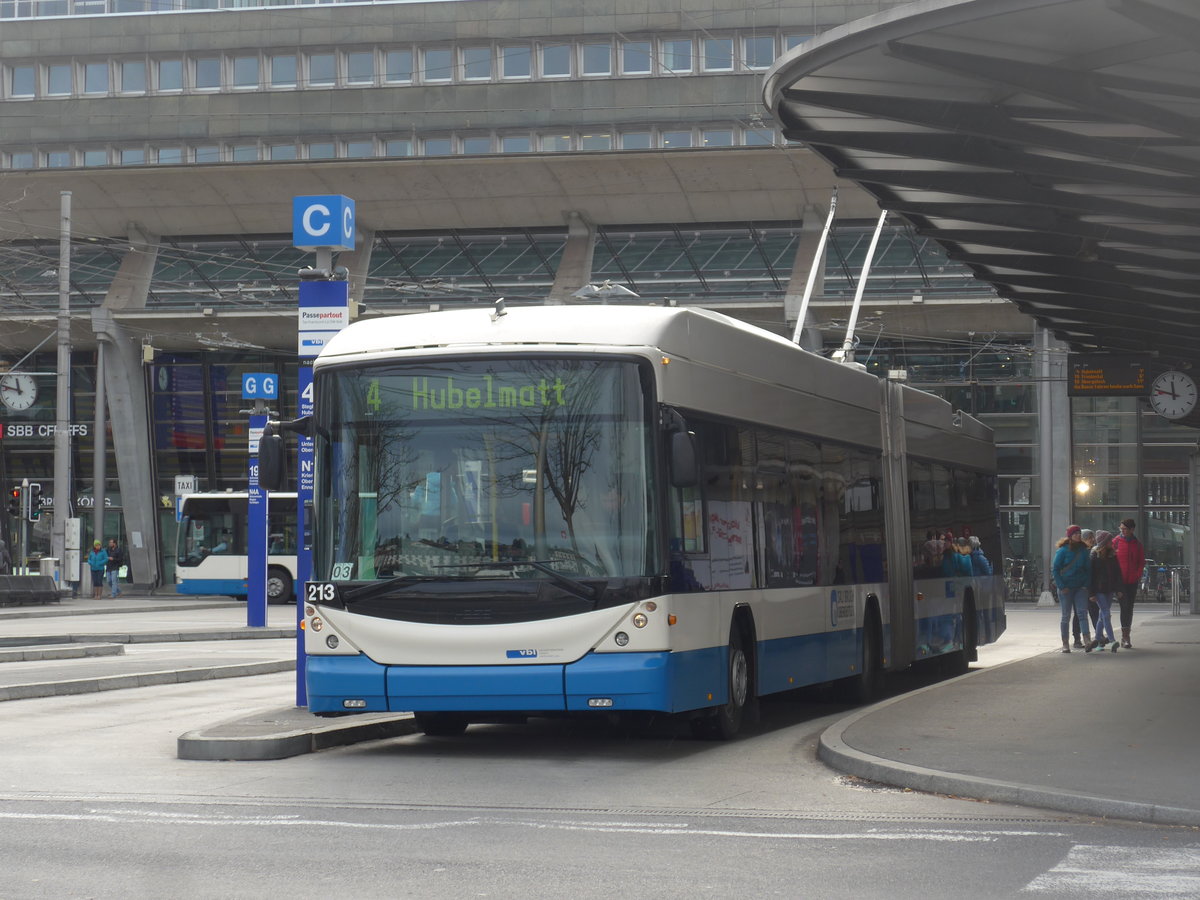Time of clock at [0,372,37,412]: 11:47
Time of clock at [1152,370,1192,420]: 11:47
